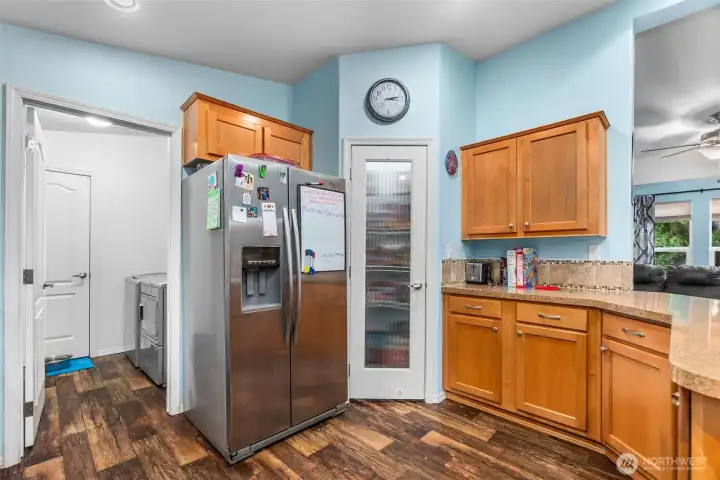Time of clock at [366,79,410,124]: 3:13
